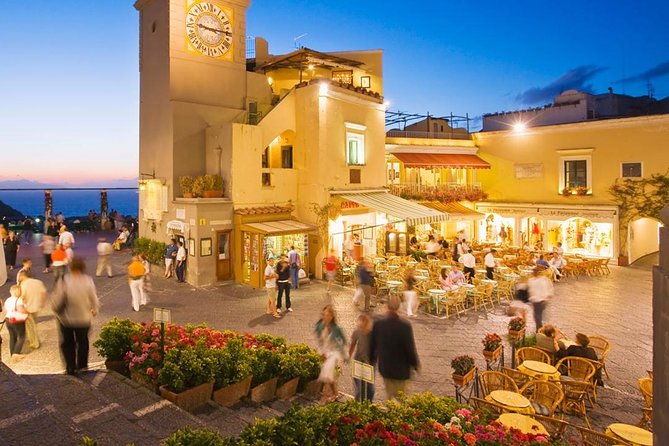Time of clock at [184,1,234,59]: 9:15
